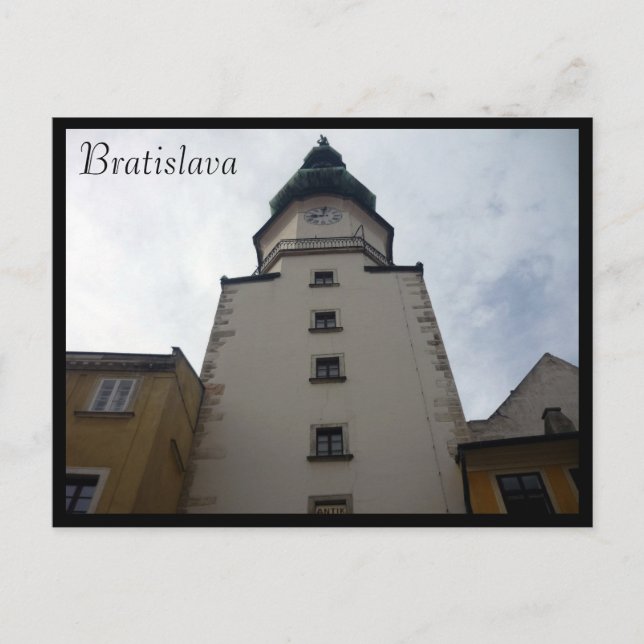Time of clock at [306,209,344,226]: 9:01
